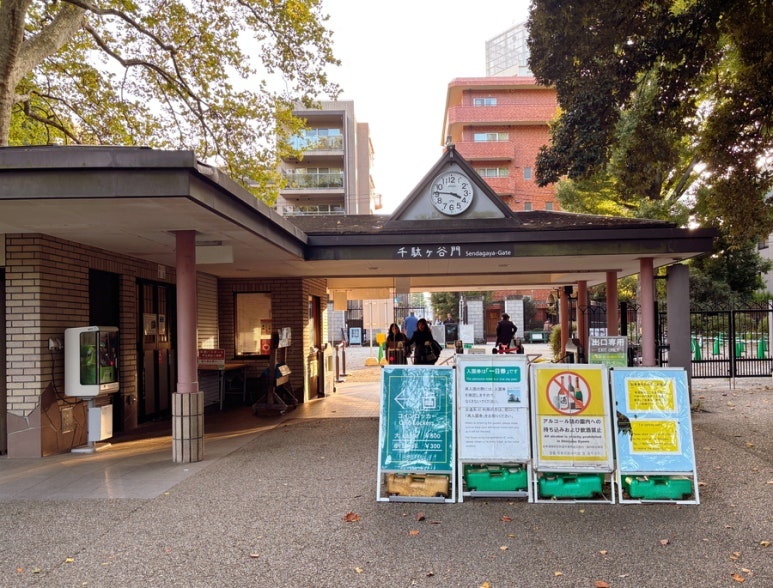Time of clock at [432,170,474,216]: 3:45
